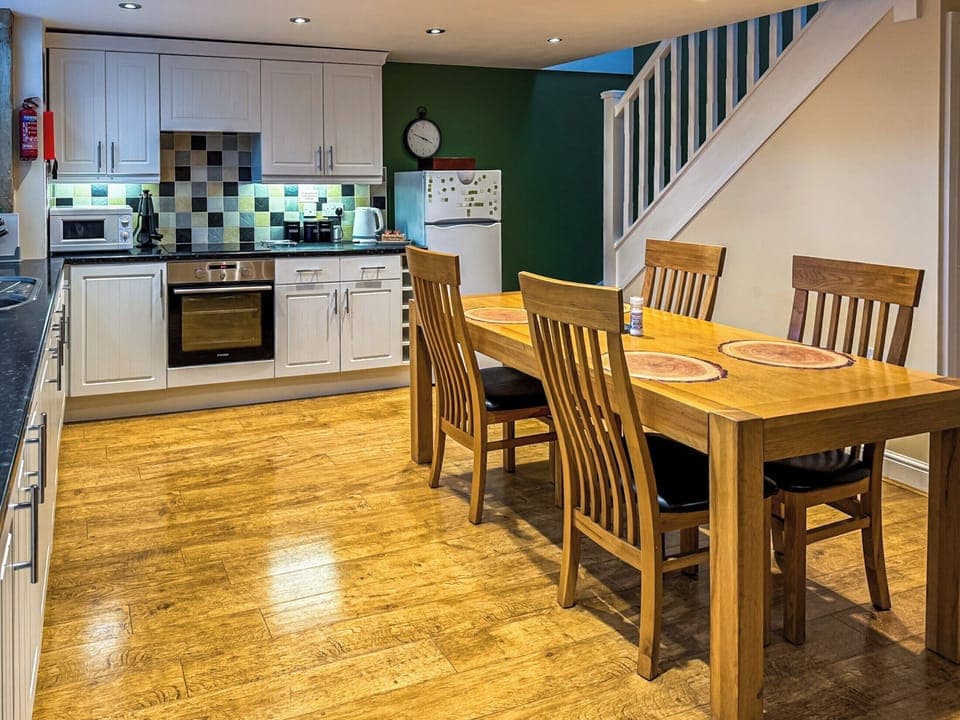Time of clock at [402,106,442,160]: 3:48
